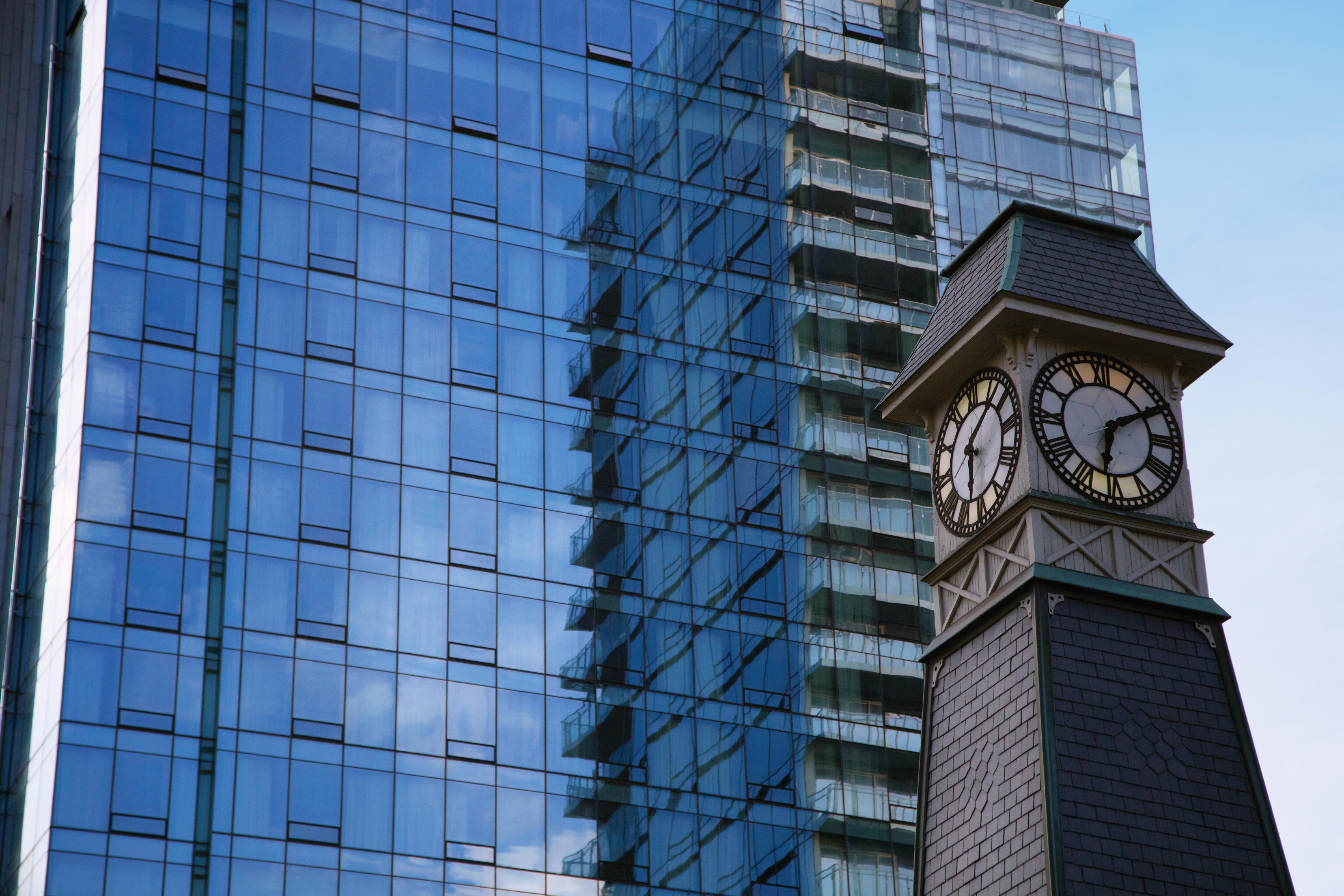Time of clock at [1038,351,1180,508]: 6:10
